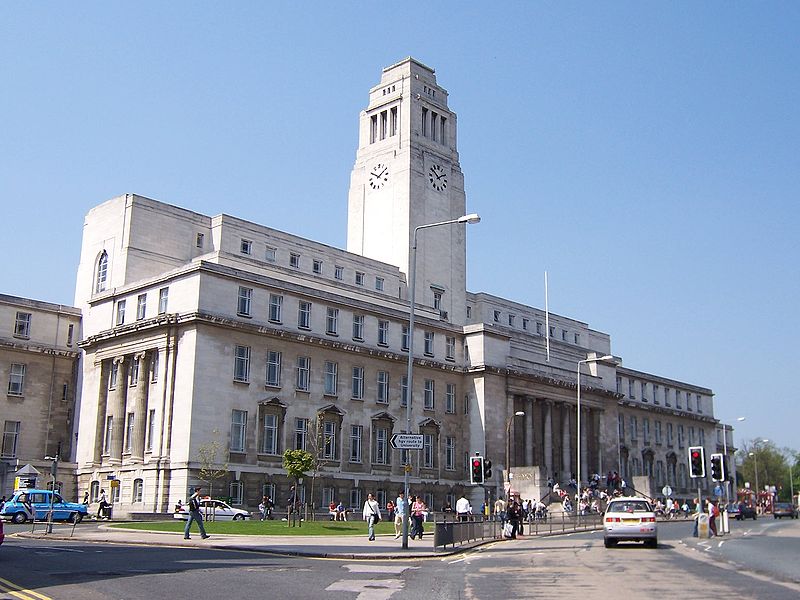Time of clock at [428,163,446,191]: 1:51
